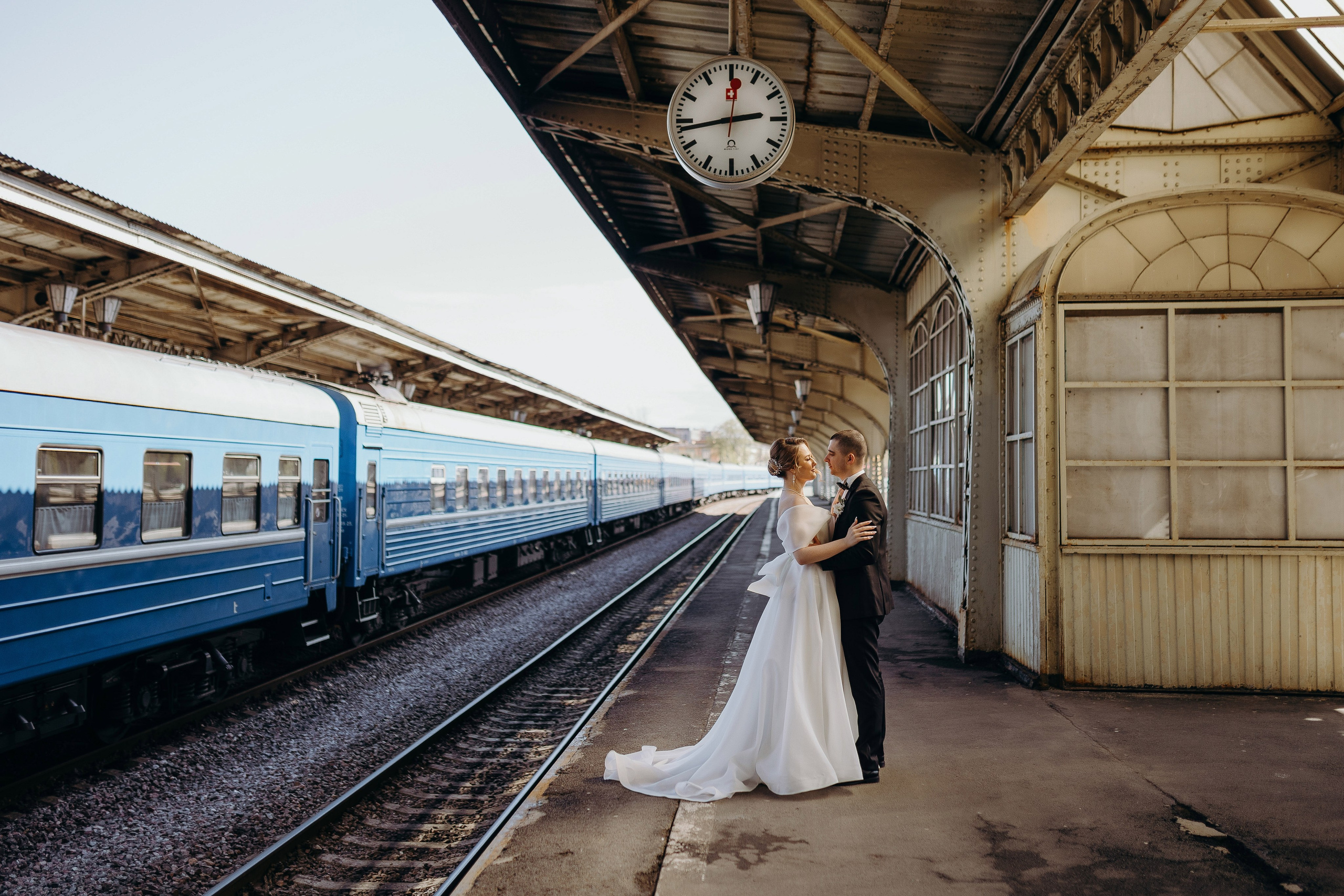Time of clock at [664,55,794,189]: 2:43
